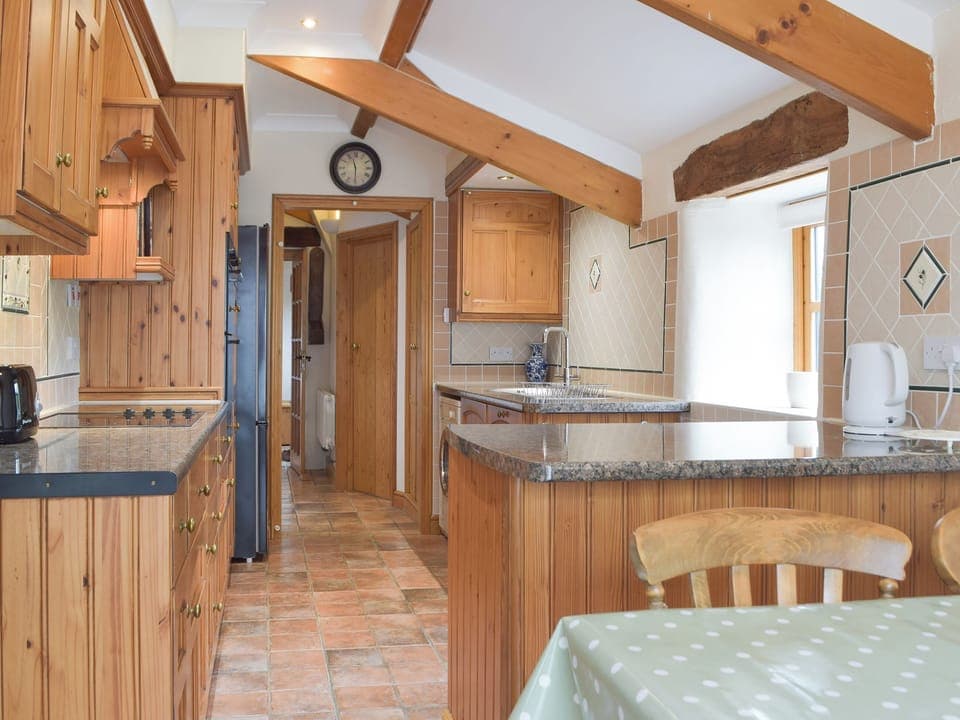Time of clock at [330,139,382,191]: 11:29
